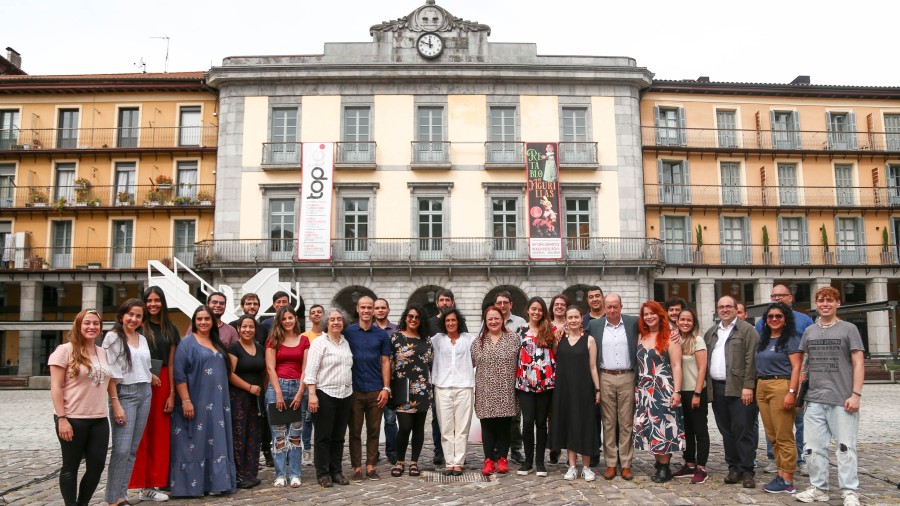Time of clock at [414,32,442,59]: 11:48
